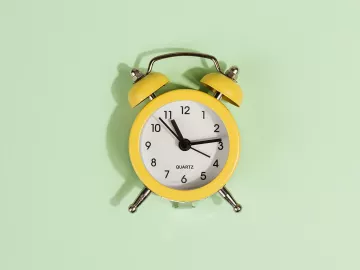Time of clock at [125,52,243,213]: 11:13
